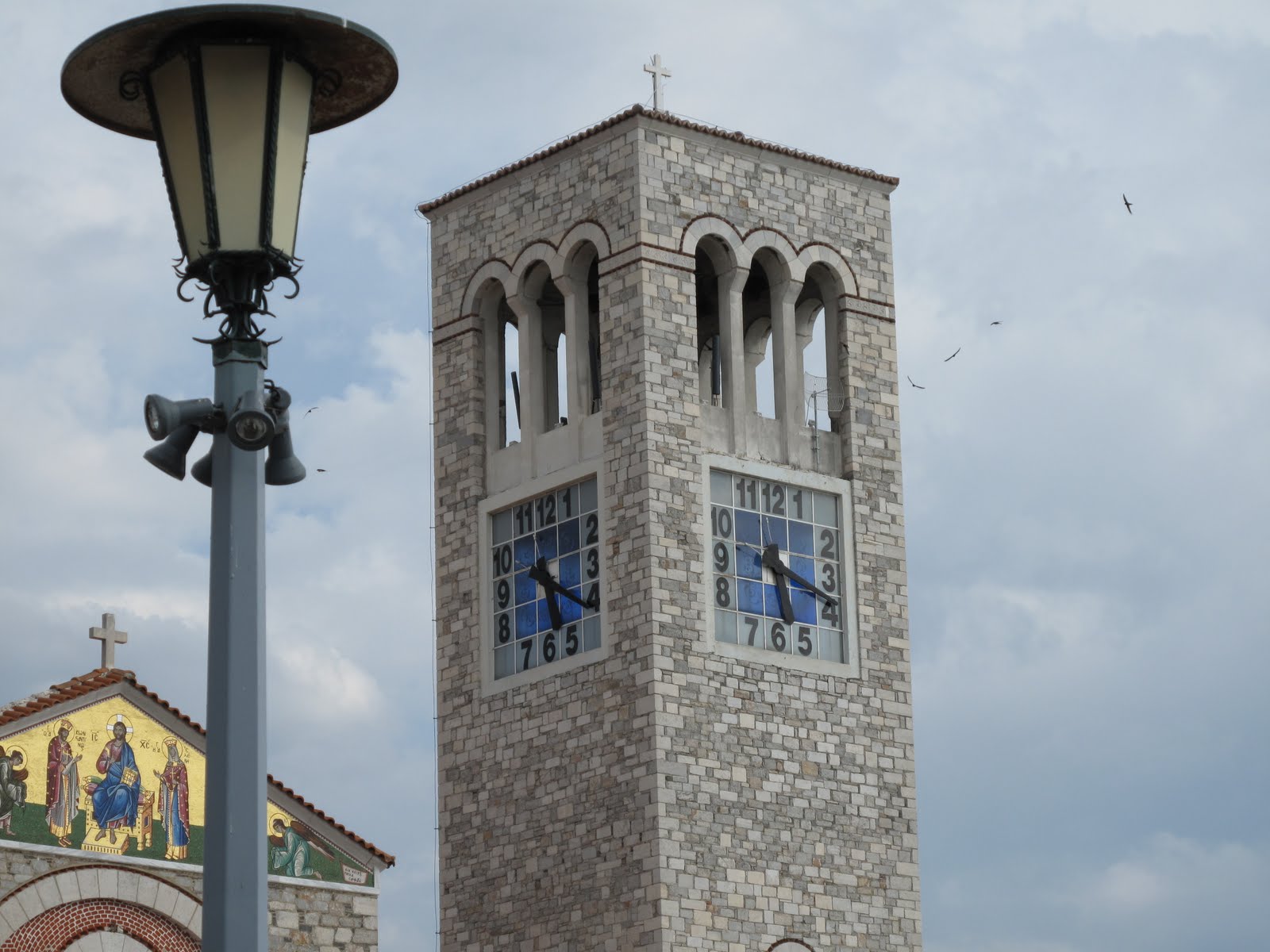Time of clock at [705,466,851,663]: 5:18
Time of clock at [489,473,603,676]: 5:20
